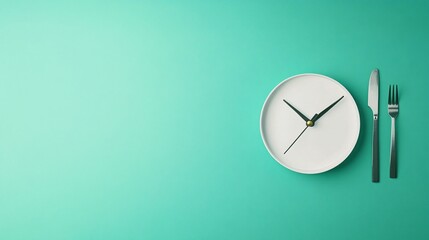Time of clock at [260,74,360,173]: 10:07
